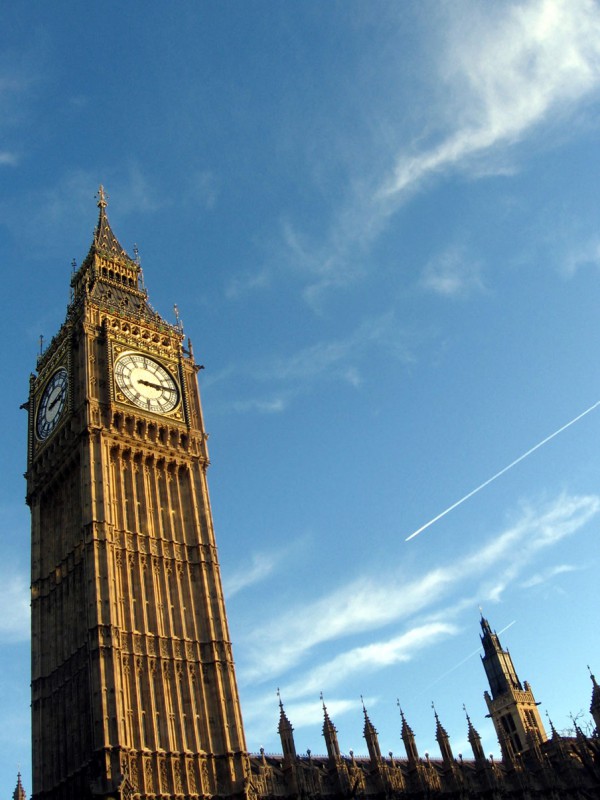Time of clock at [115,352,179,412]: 3:14
